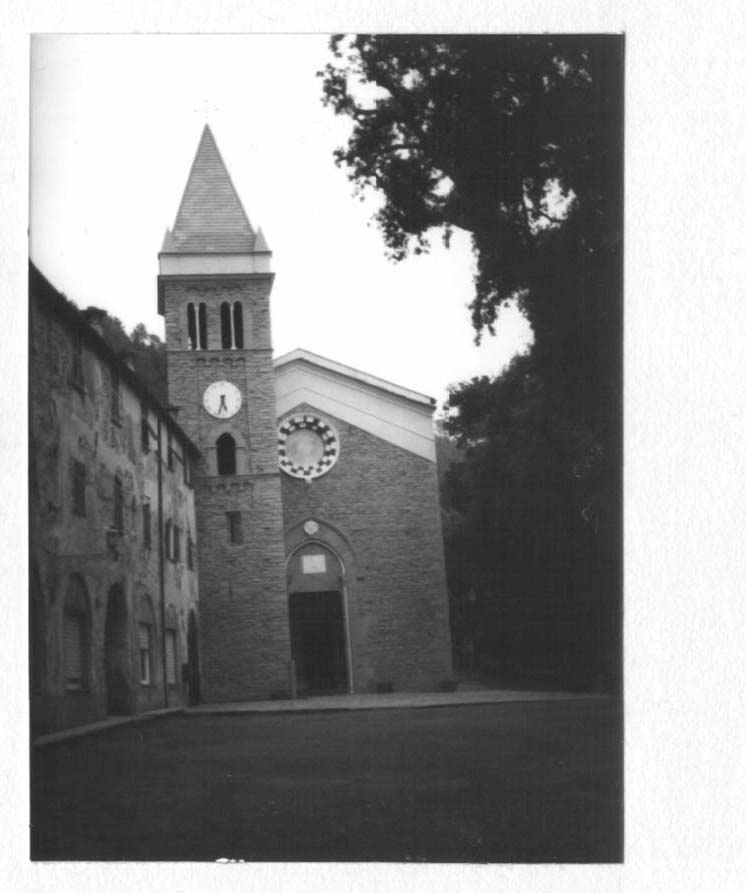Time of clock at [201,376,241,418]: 5:33
